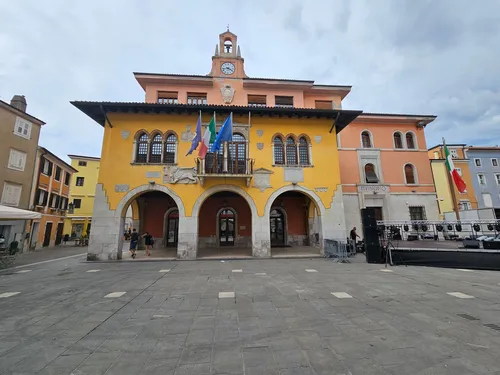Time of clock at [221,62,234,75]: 3:43
